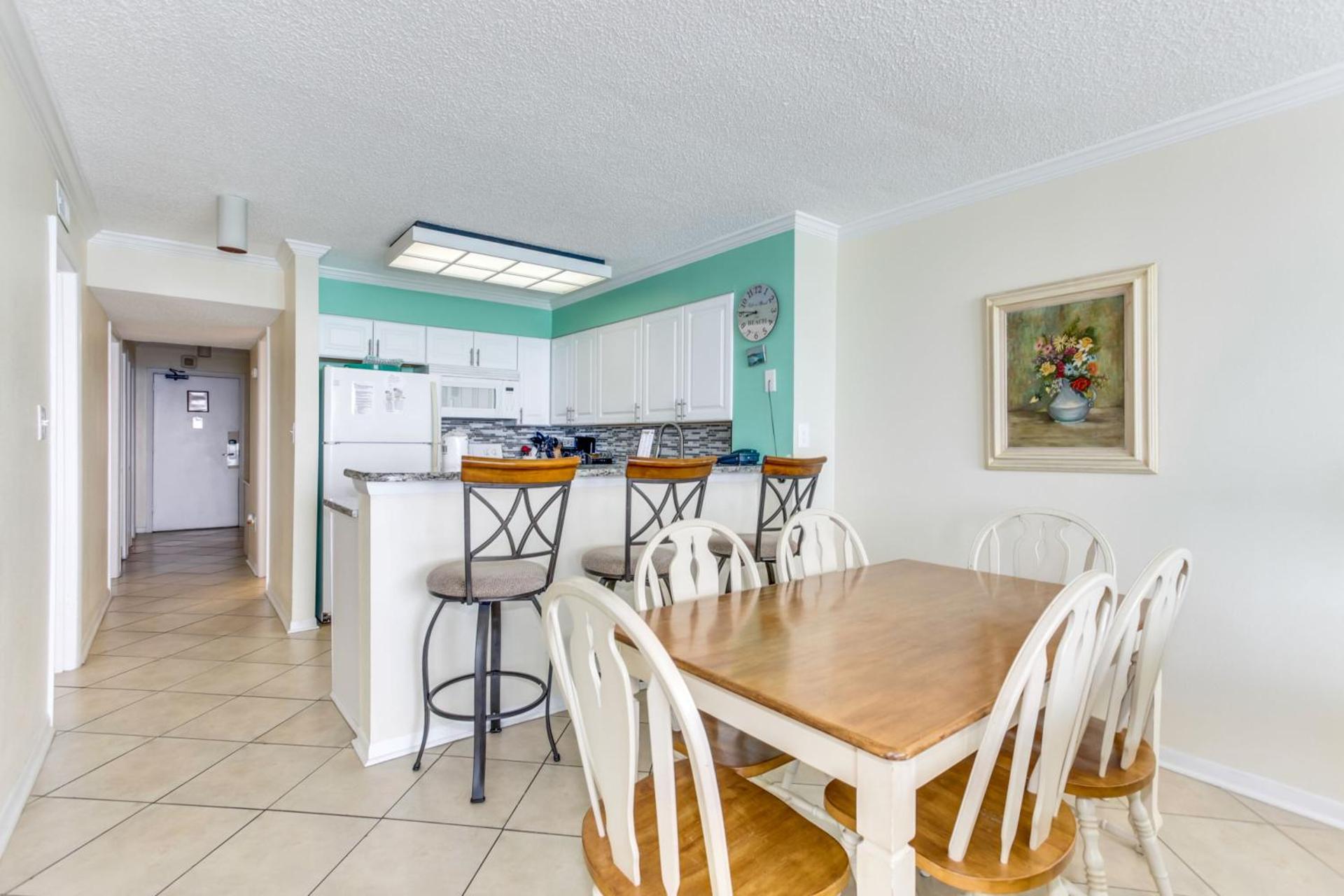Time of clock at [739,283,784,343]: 8:46
